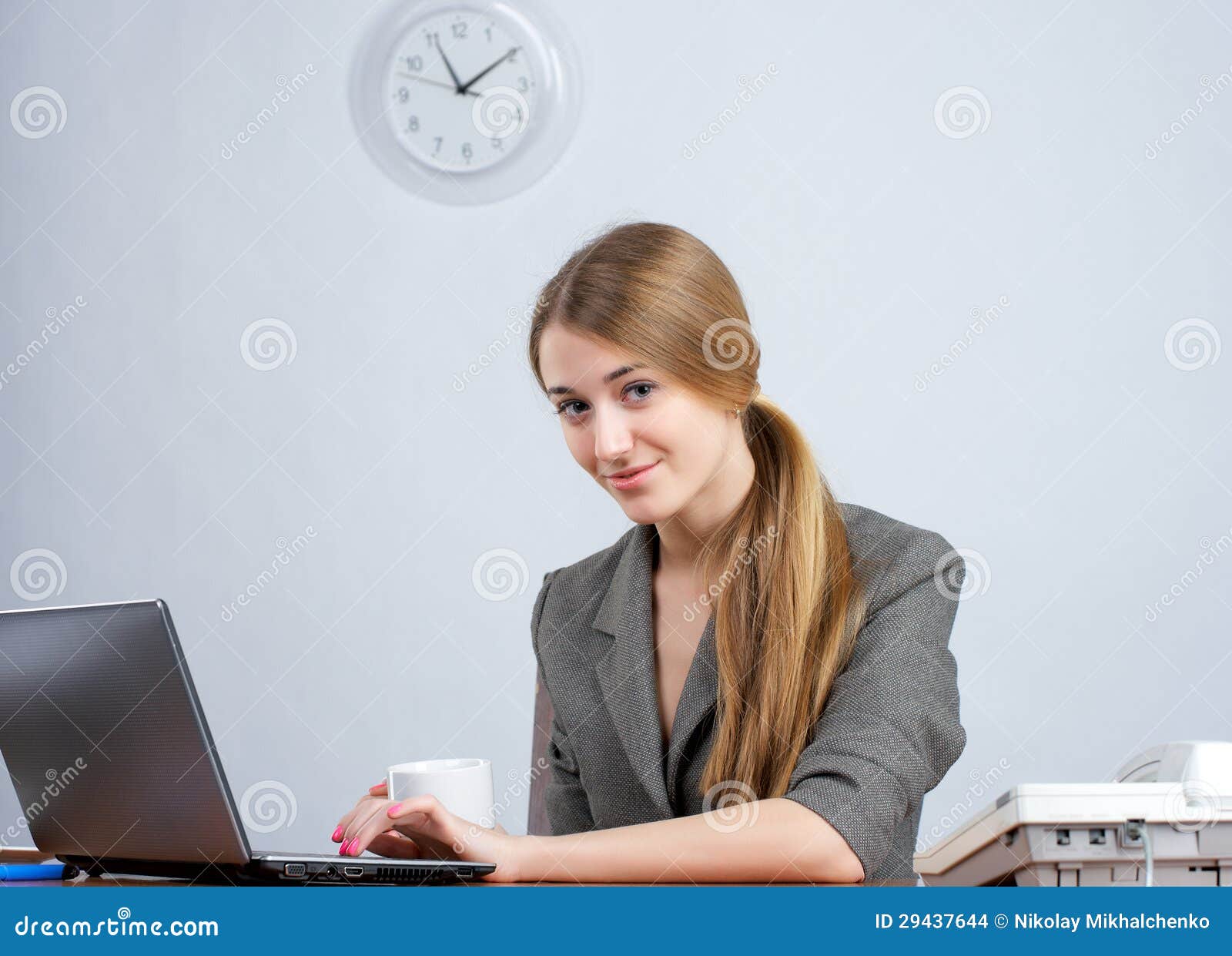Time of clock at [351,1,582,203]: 11:09
